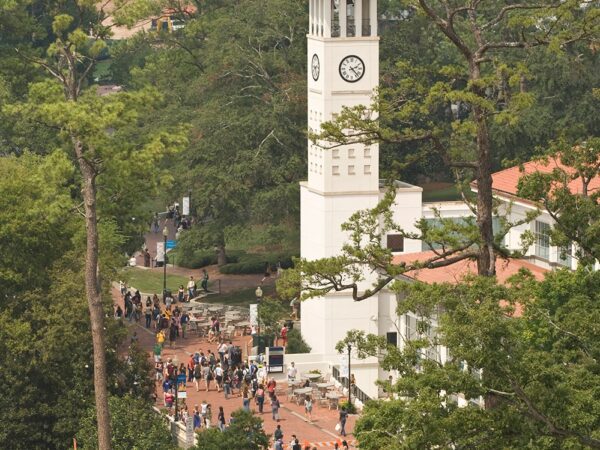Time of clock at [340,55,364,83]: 2:22
